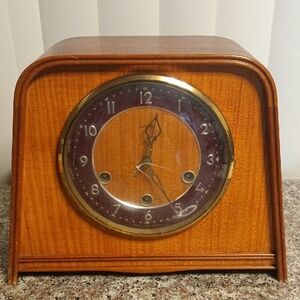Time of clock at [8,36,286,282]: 12:26
